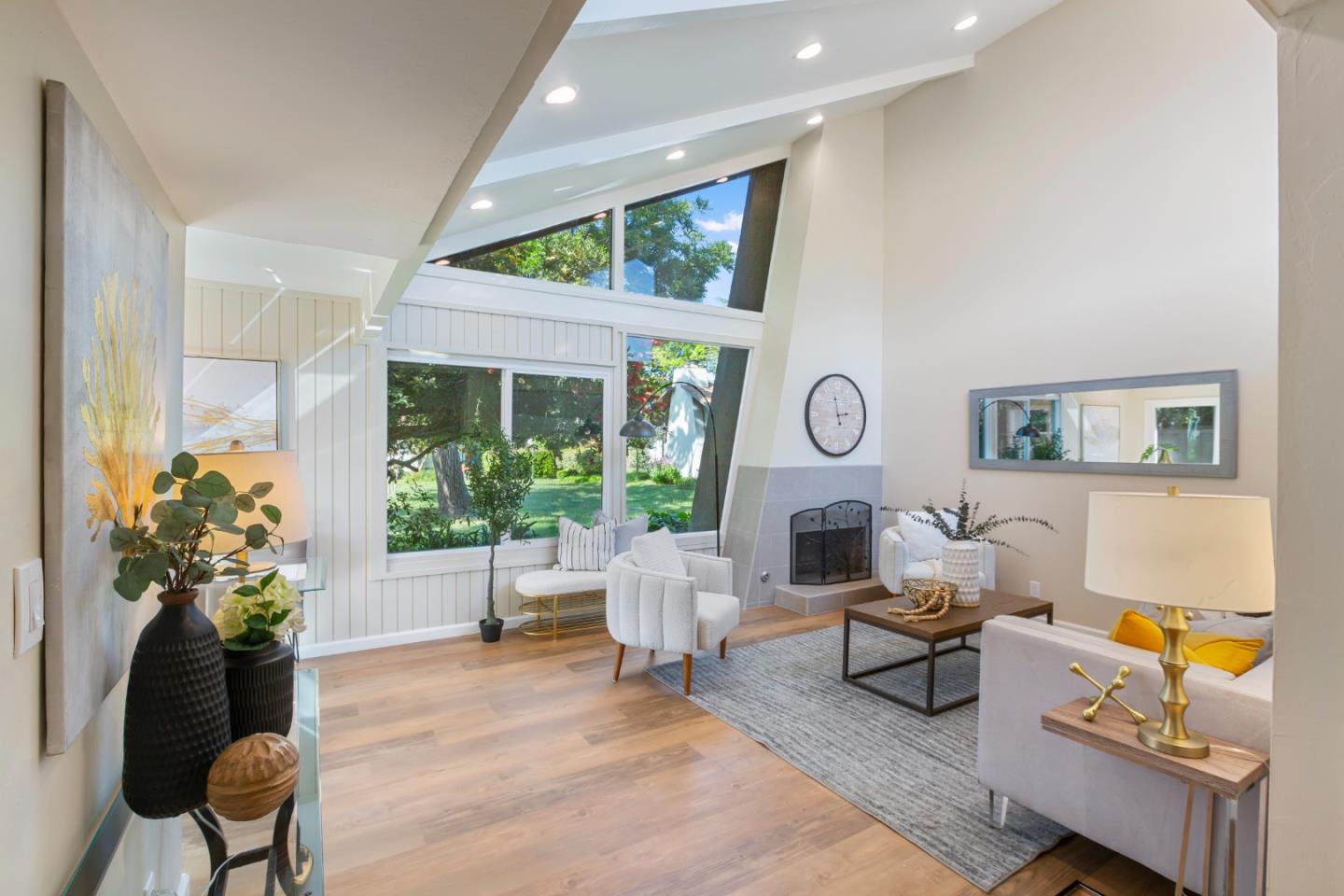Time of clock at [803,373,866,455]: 2:58
